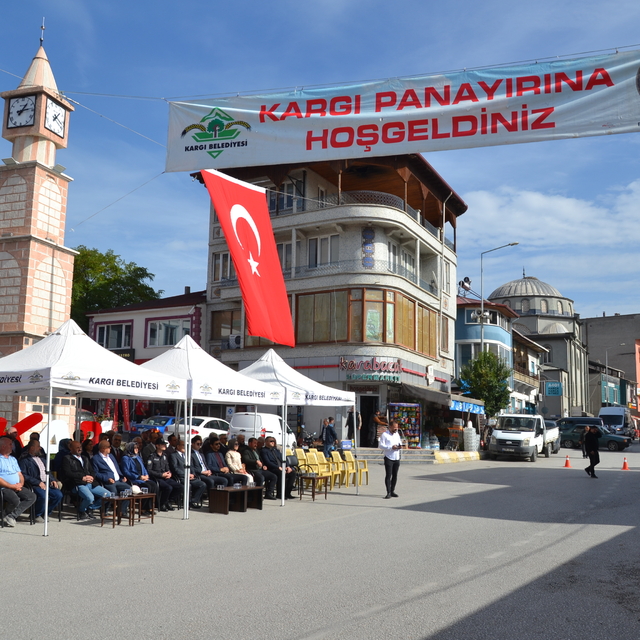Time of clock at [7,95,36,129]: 1:13
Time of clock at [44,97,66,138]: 1:18
